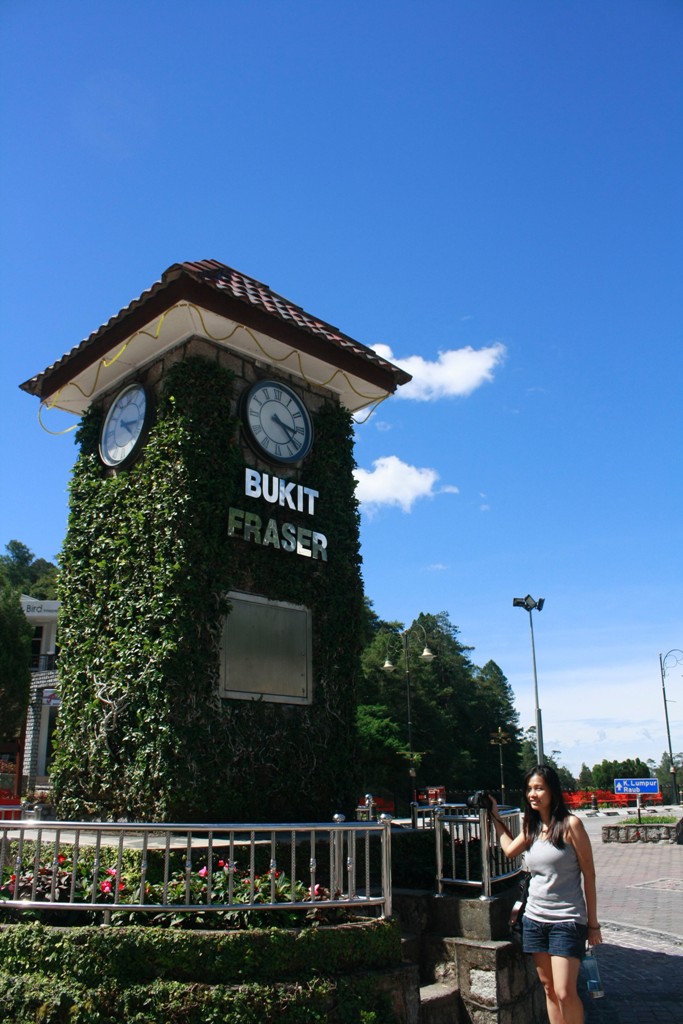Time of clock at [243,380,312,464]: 3:22
